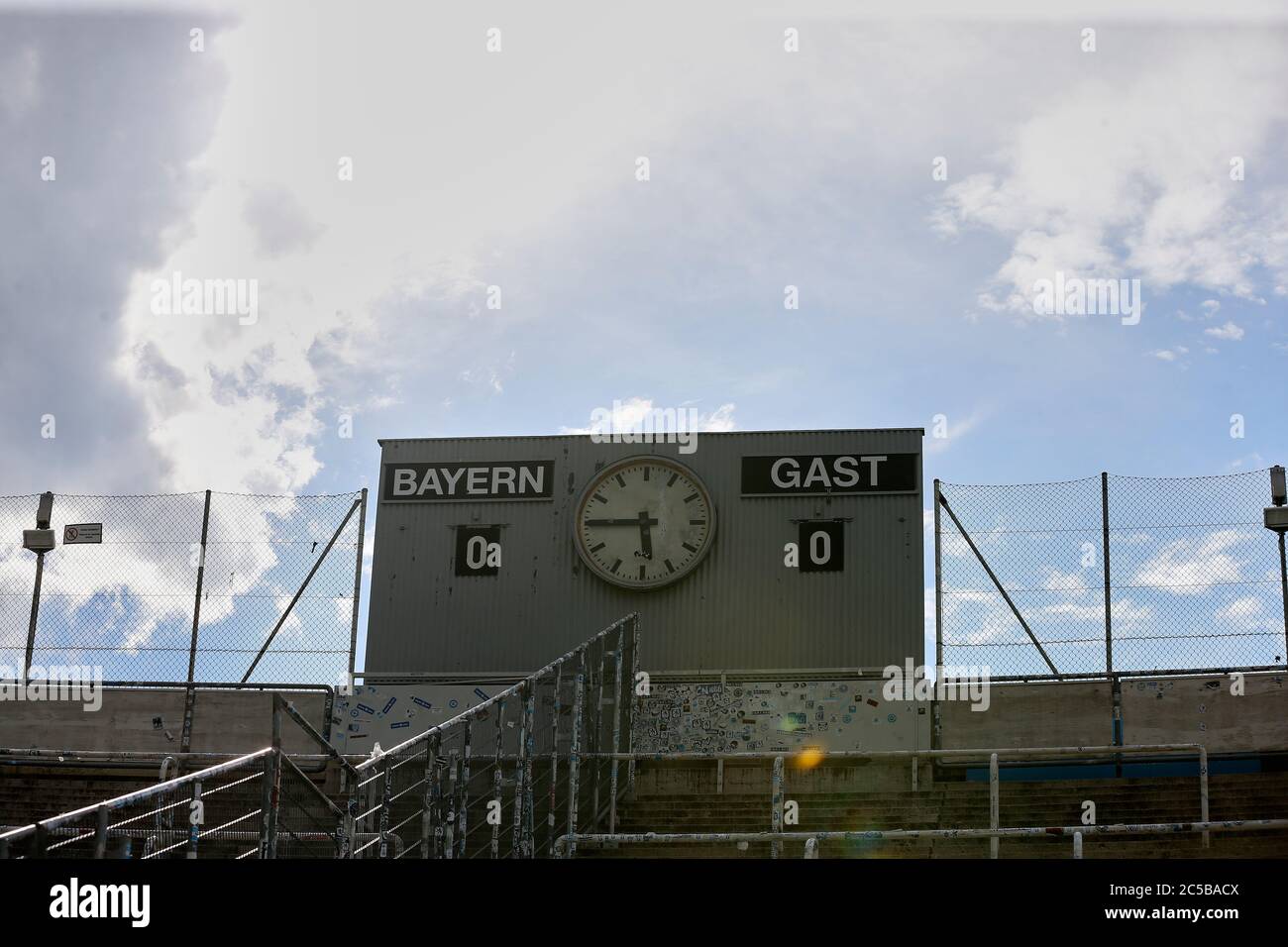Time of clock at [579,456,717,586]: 5:44
